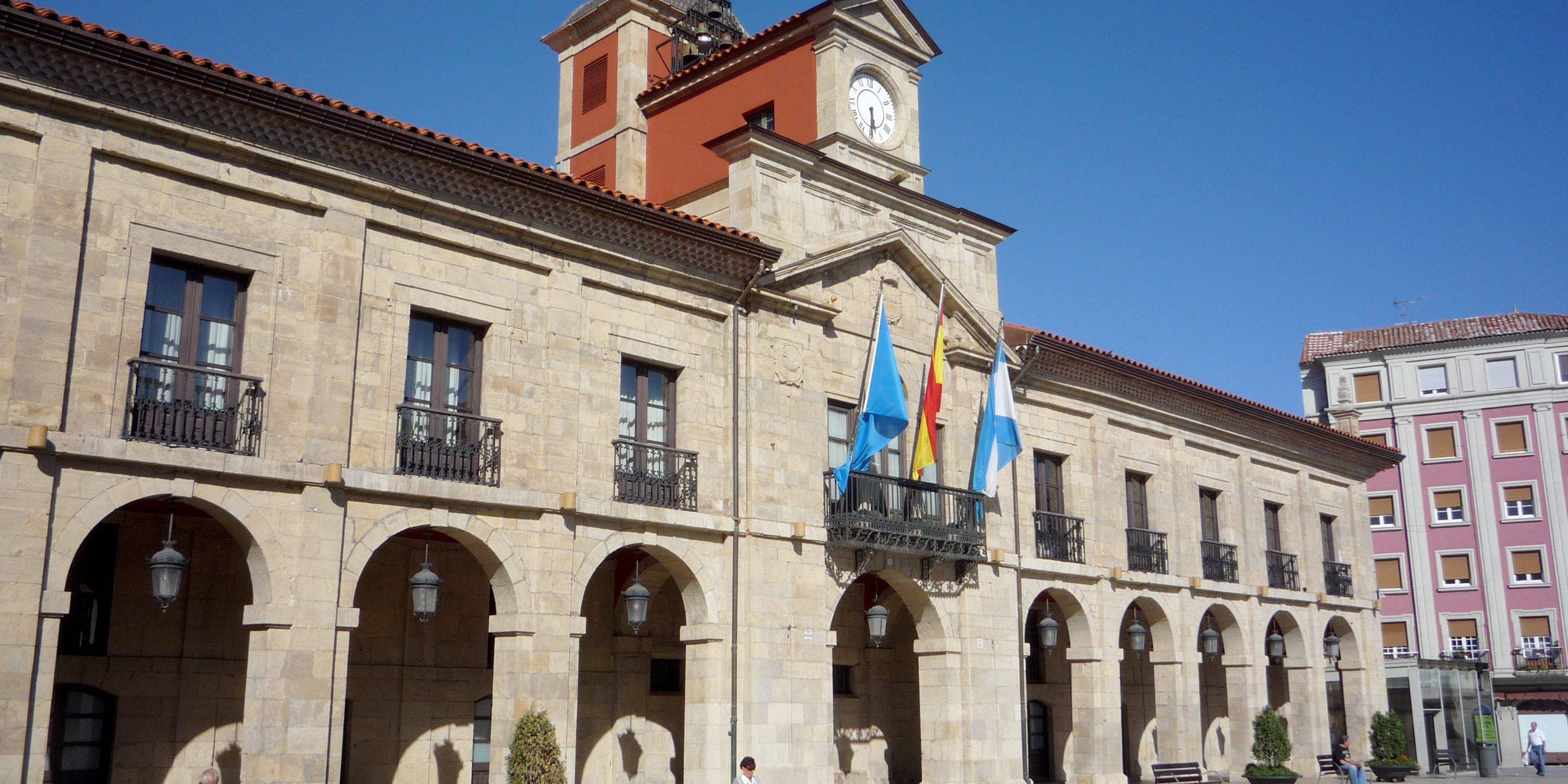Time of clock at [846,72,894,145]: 5:29
